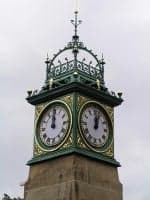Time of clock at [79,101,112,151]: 12:03
